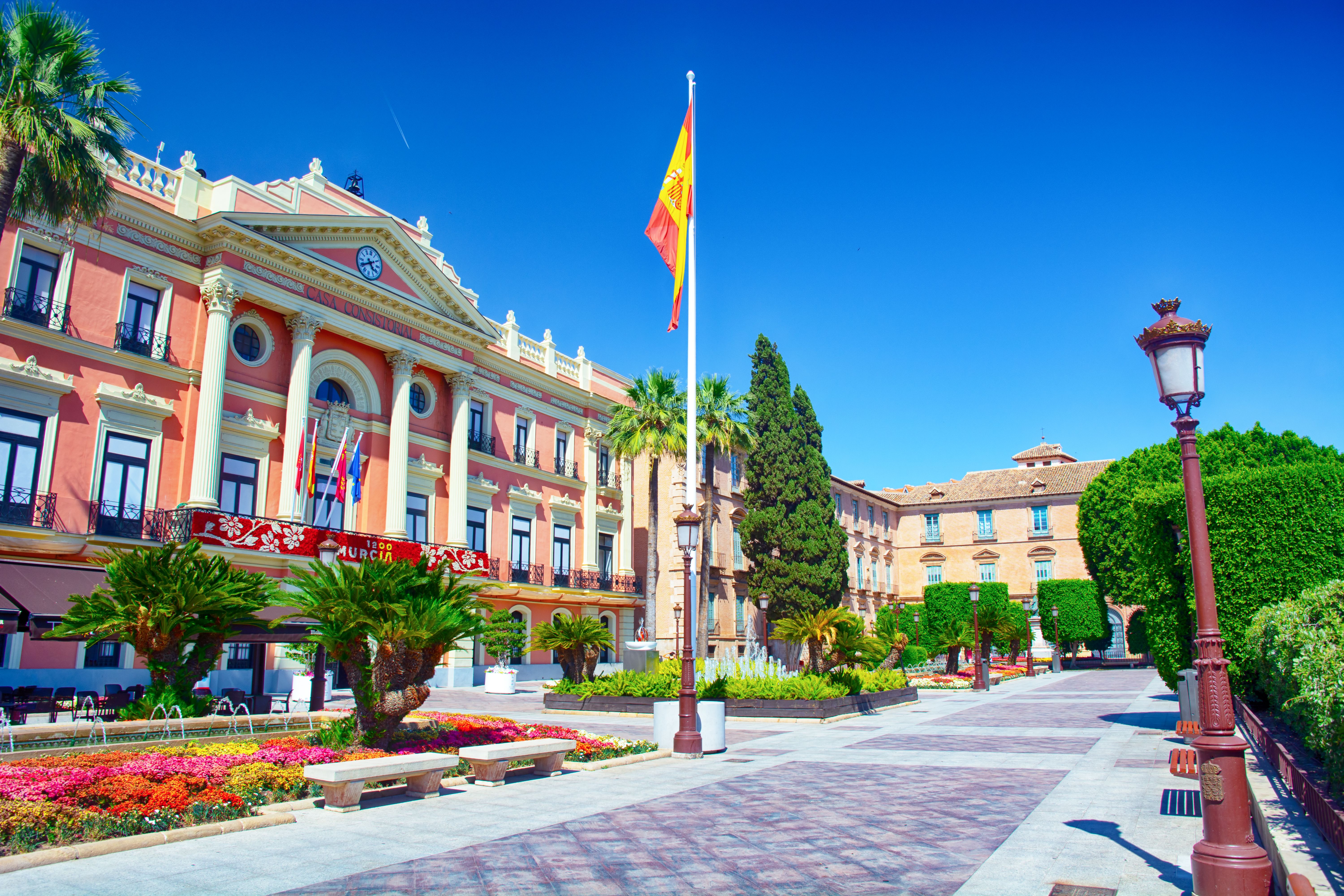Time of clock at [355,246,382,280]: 4:40
